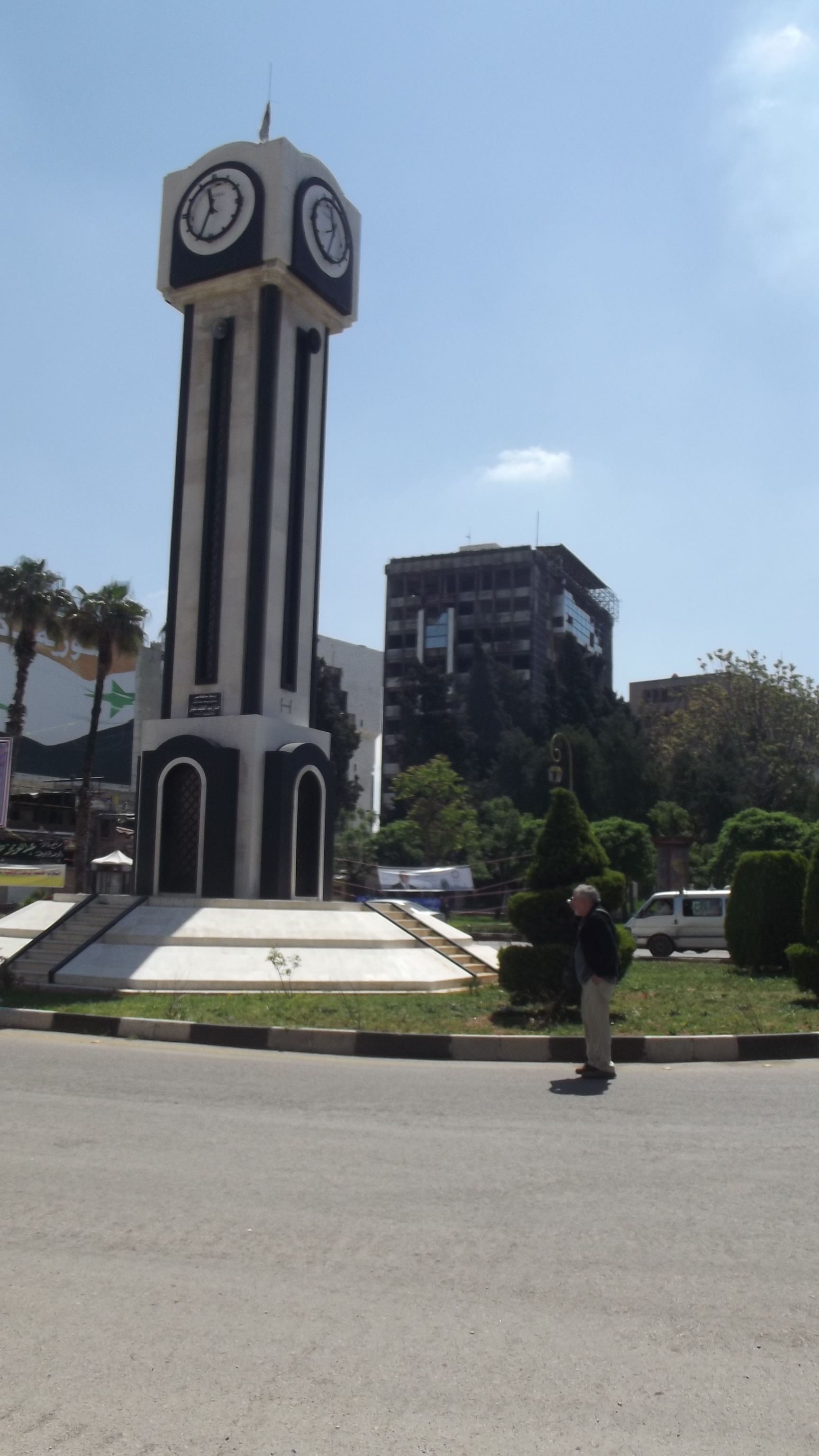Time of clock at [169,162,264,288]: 11:34
